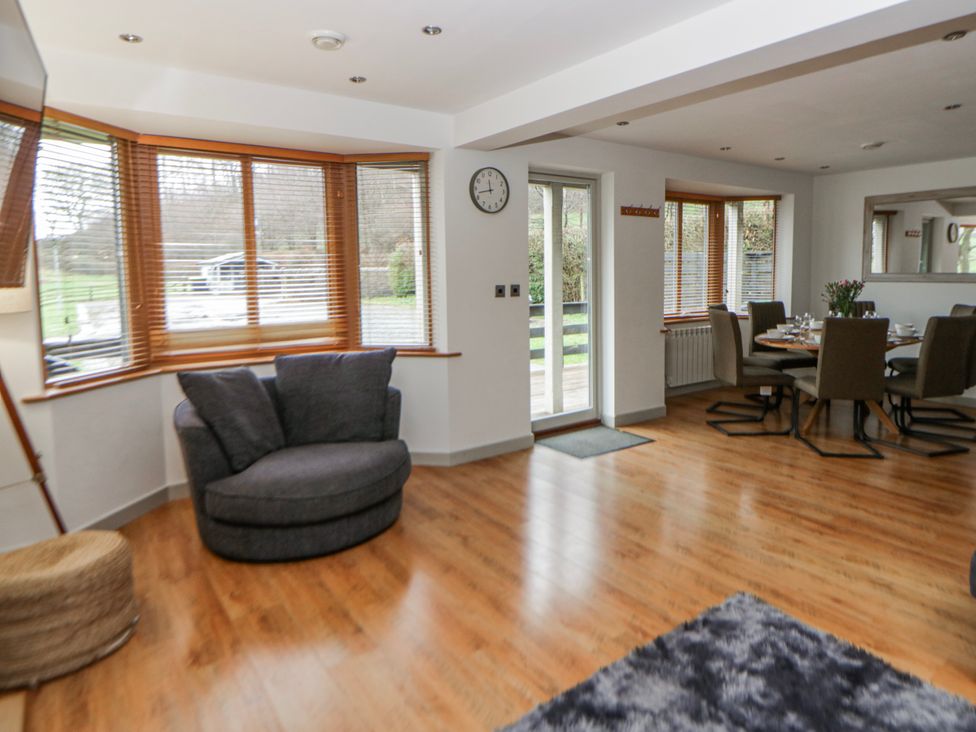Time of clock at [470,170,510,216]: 11:42
